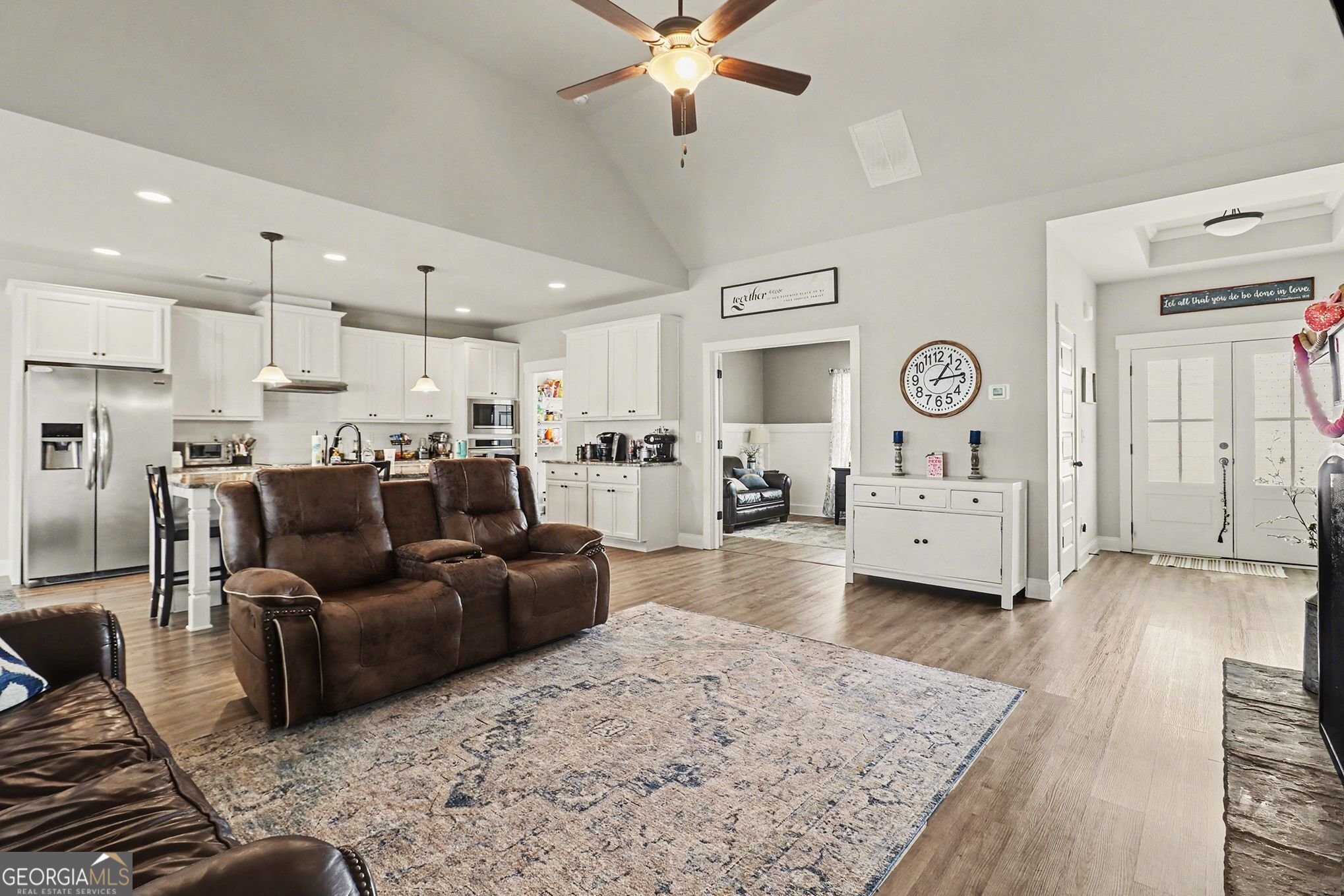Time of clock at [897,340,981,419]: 1:13
